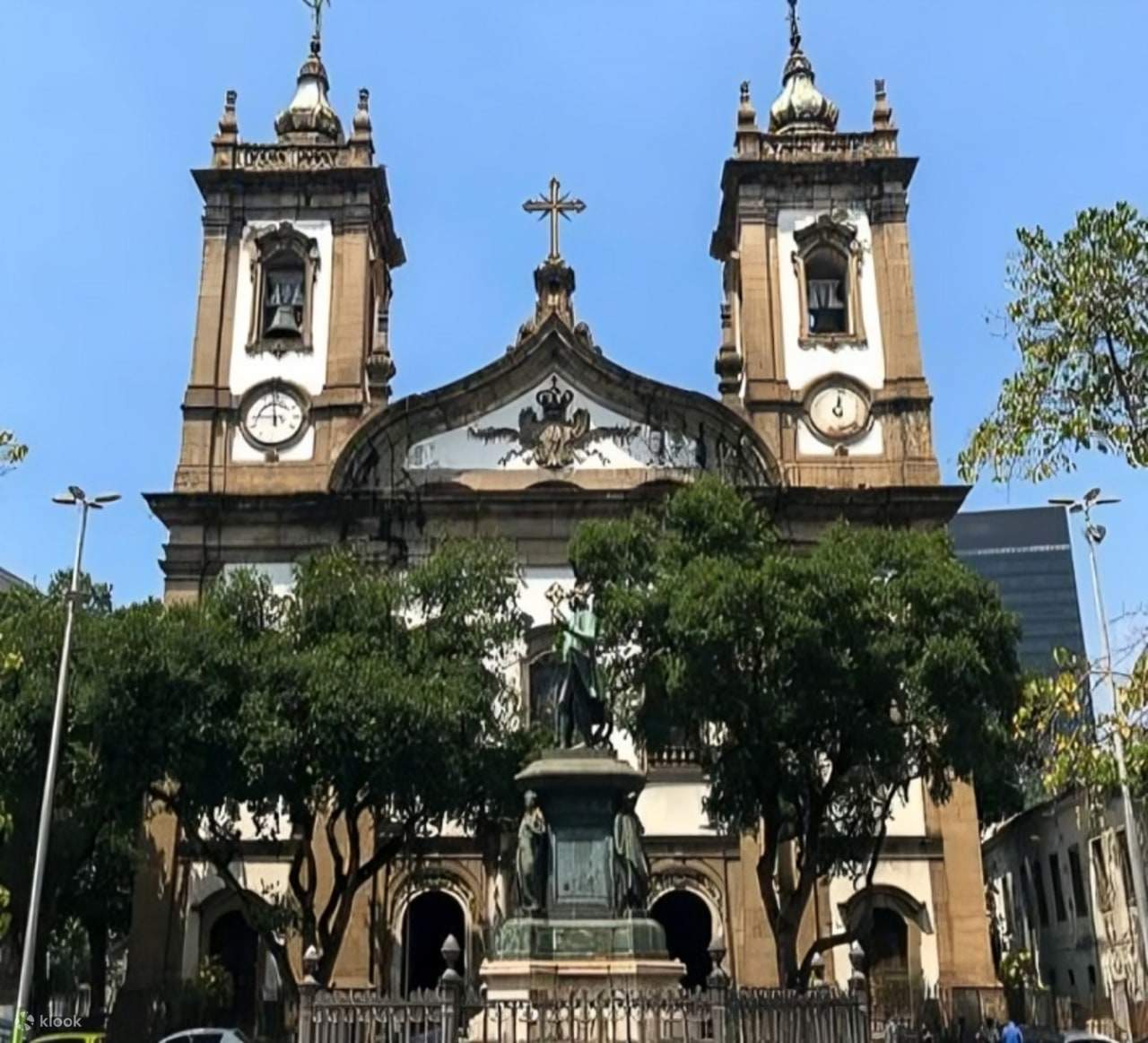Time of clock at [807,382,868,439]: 11:59
